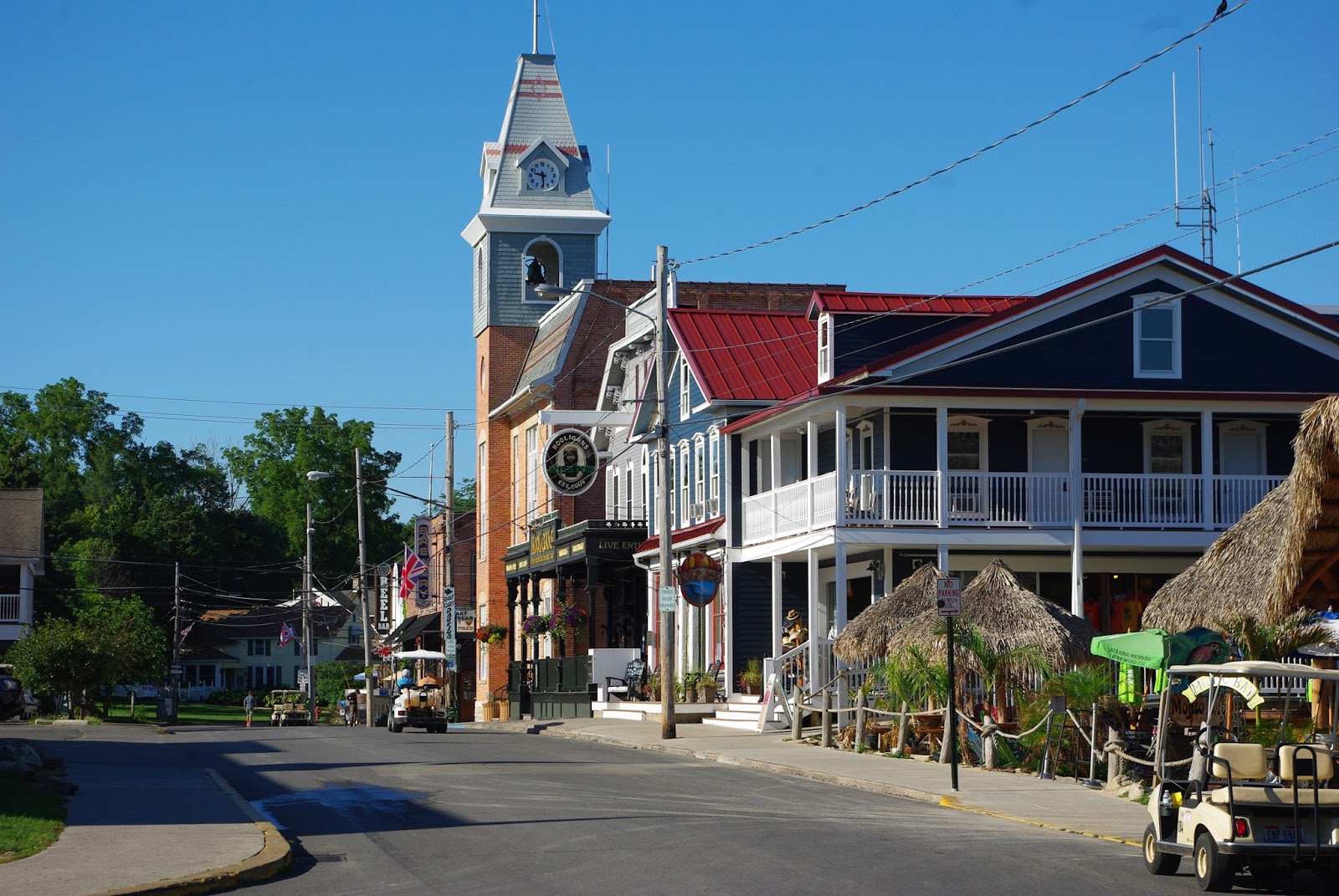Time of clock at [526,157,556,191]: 9:29
